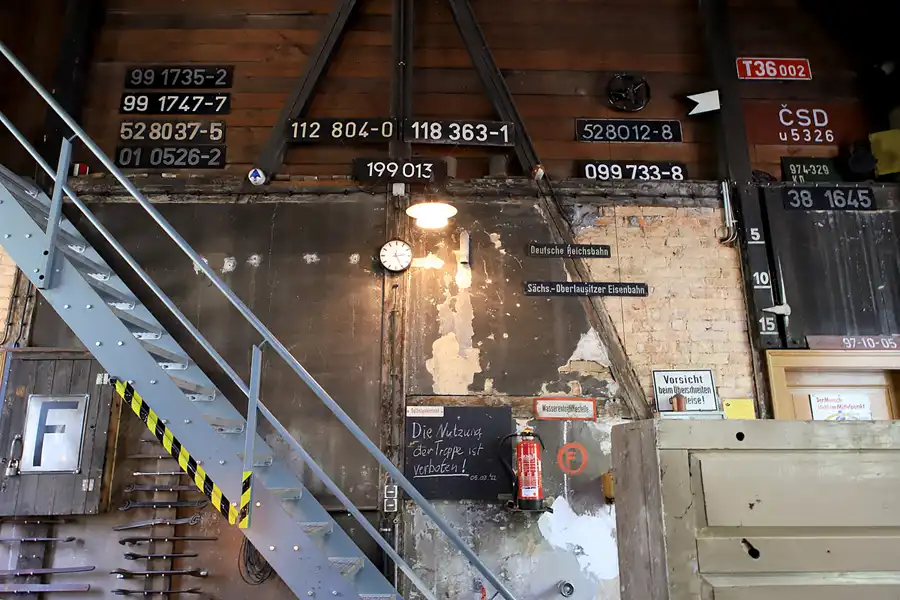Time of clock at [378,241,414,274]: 2:25
